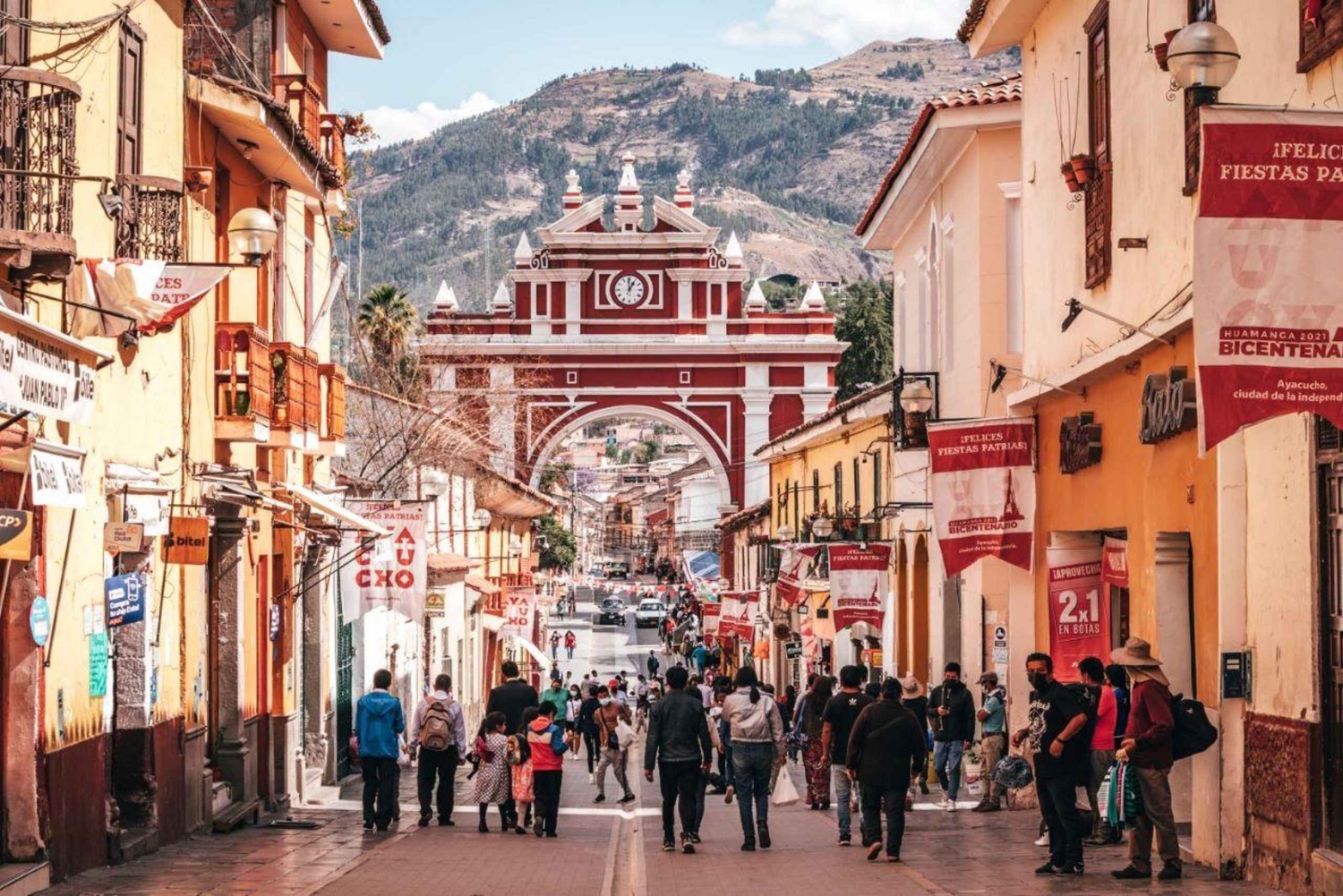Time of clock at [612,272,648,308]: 12:59
